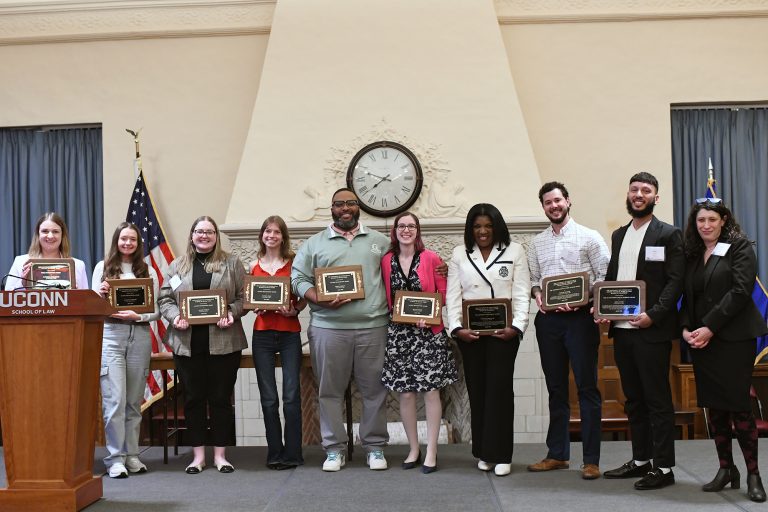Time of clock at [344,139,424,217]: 7:48
